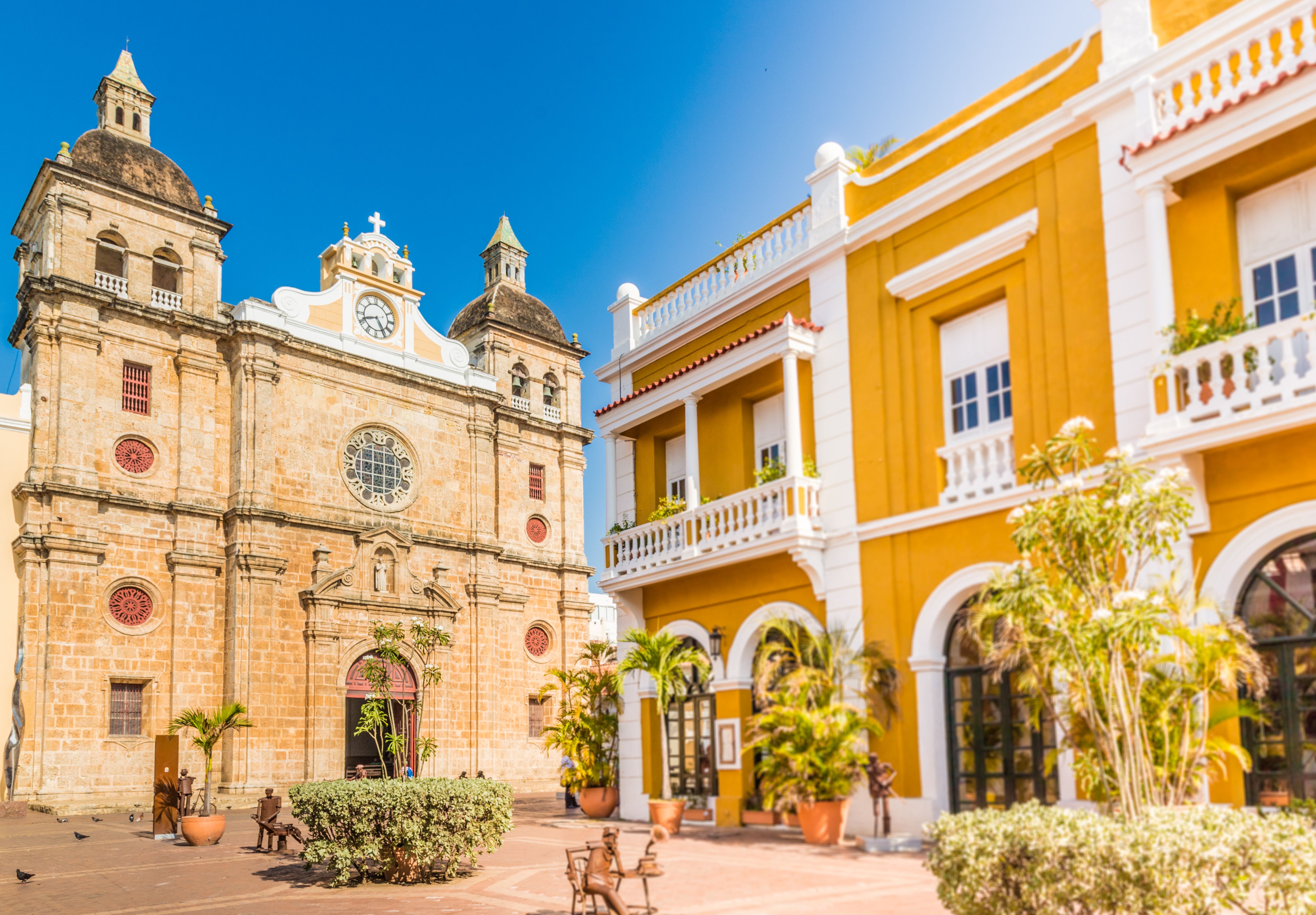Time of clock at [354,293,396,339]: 8:24
